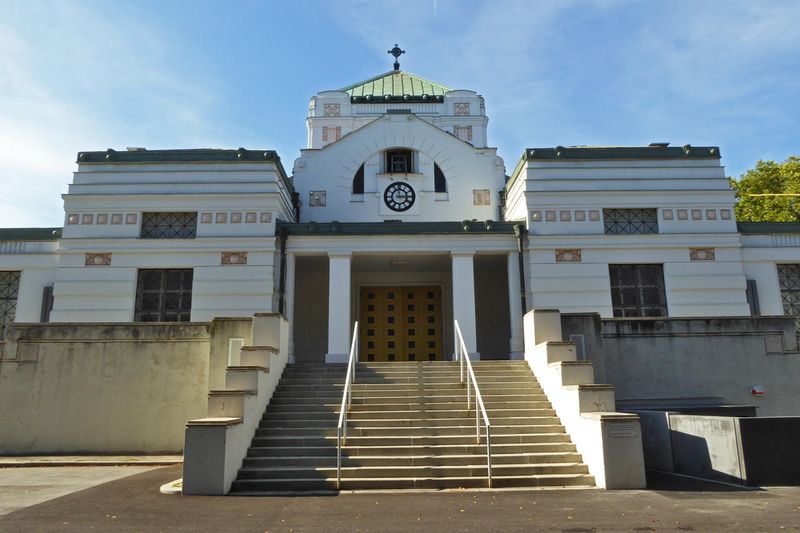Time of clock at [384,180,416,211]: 2:58
